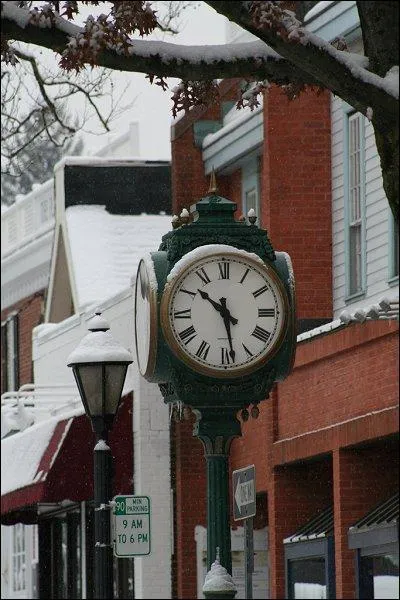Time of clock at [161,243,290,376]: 10:28
